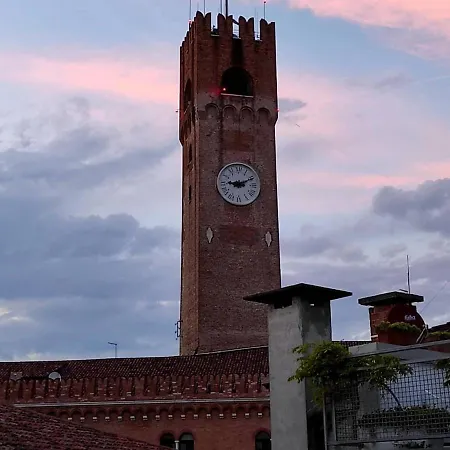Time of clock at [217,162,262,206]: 9:10
